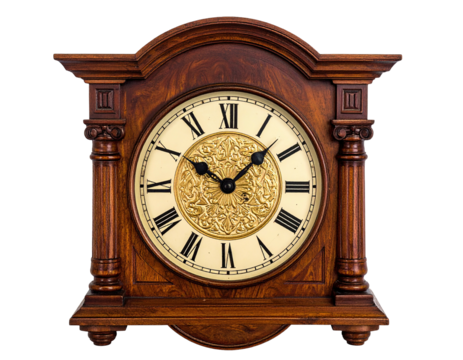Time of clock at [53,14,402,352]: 10:07
